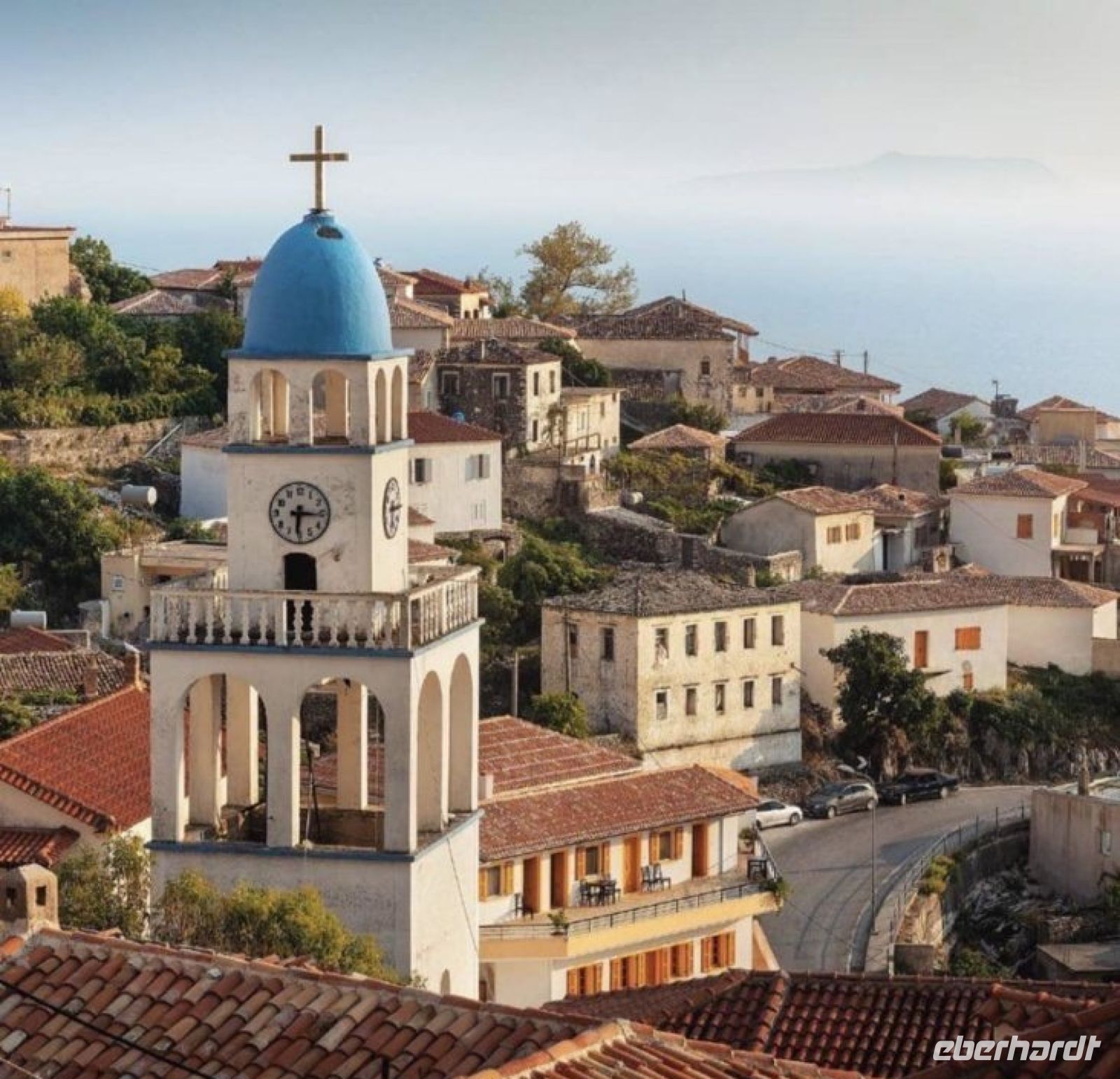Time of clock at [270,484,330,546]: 6:15
